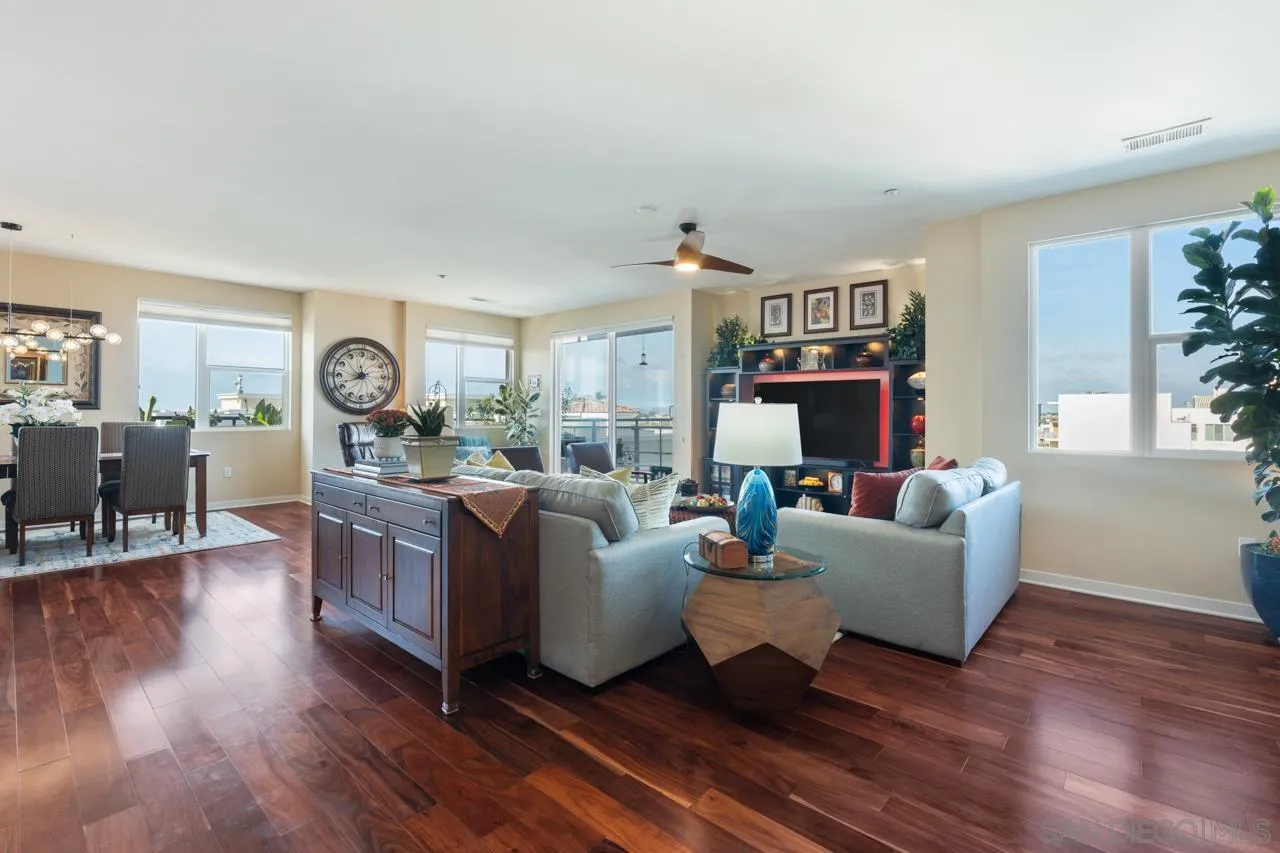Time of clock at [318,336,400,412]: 11:41
